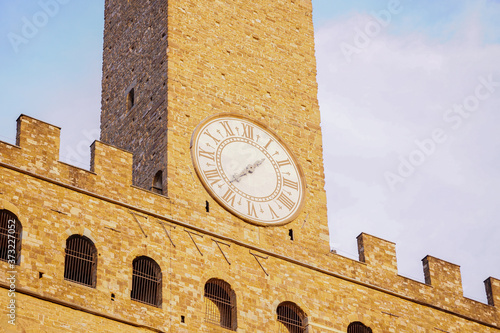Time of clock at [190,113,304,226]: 1:37
